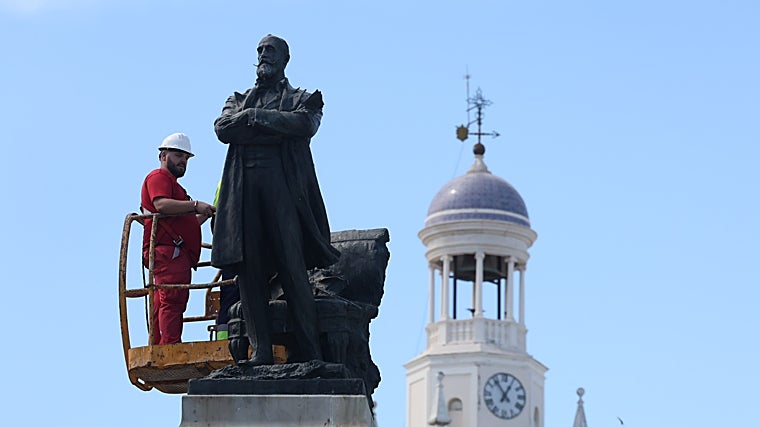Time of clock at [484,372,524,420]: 12:53
